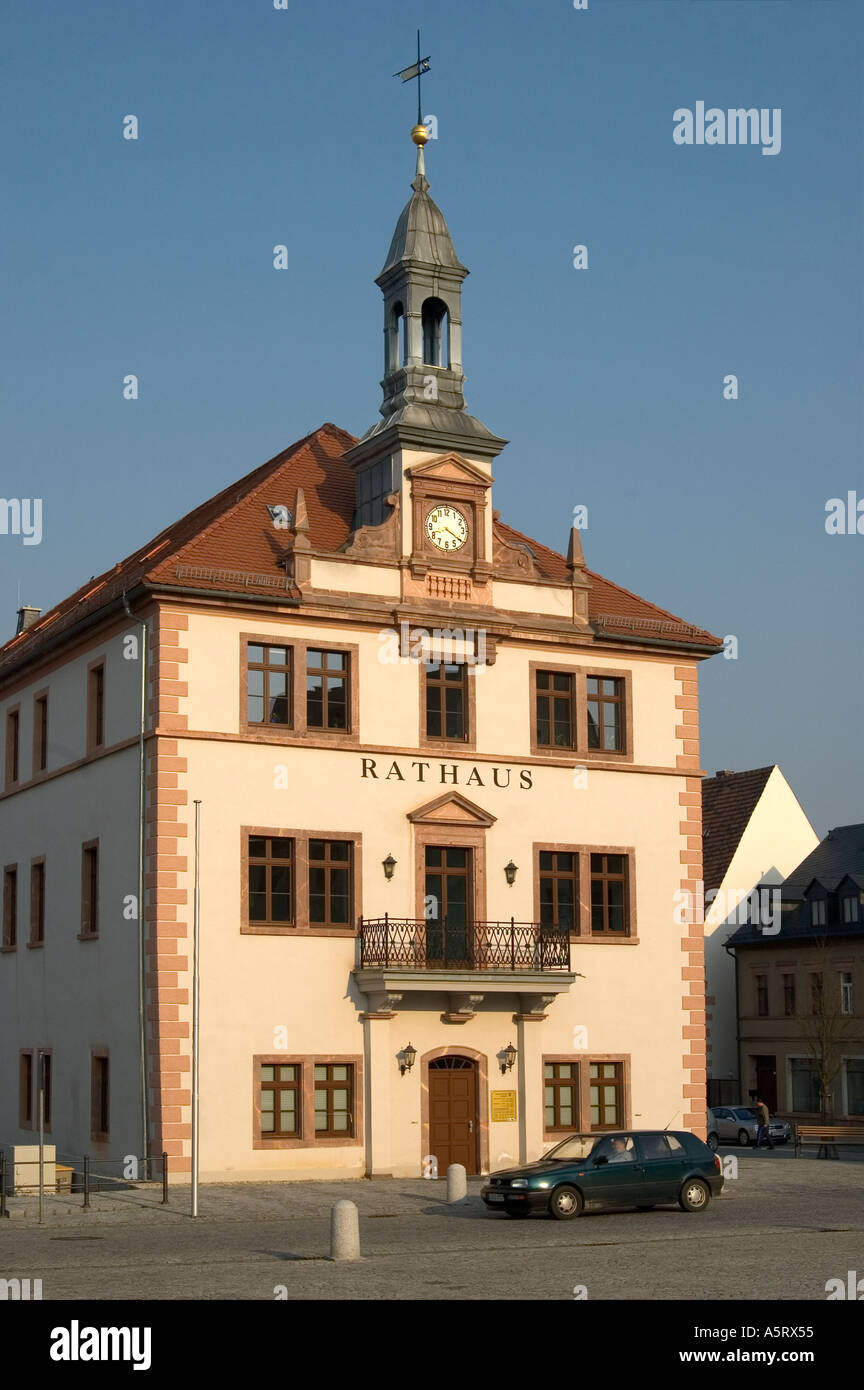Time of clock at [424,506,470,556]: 8:20
